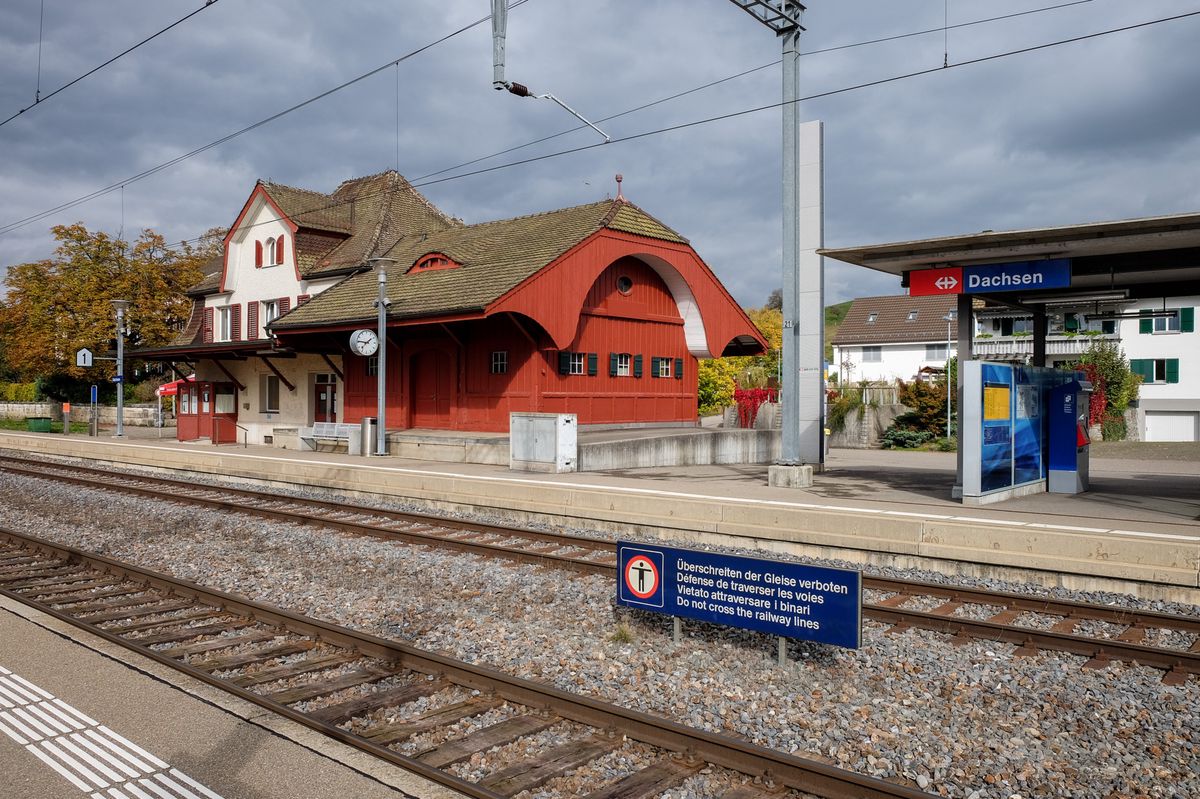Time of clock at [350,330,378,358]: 1:46
